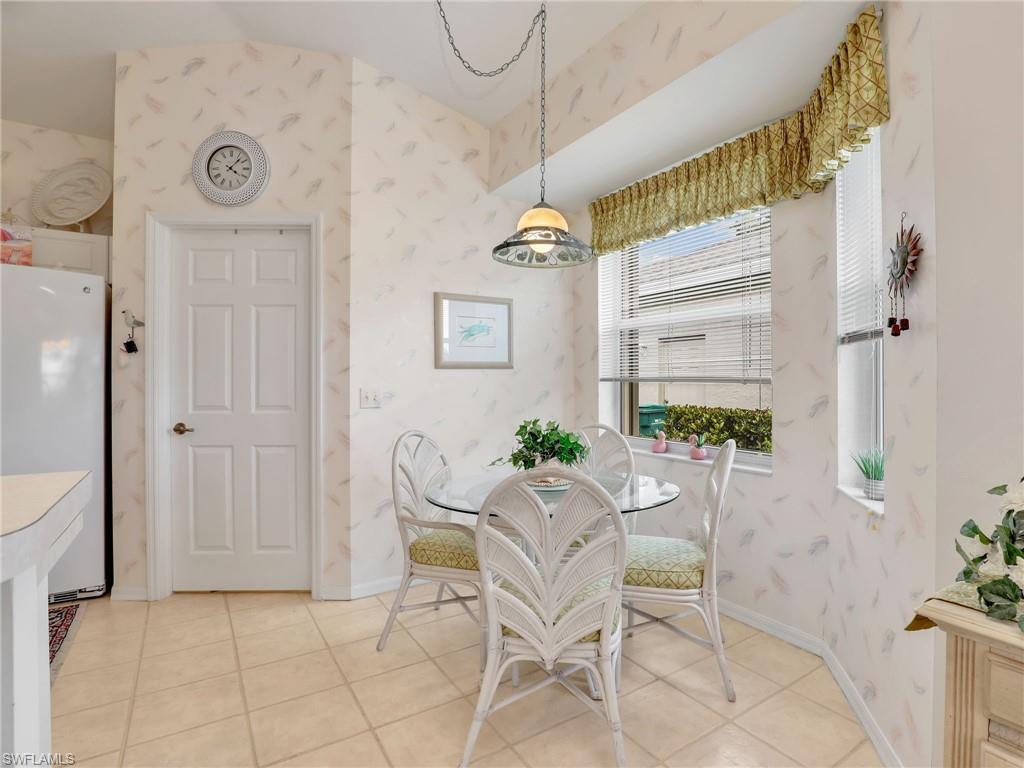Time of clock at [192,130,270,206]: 4:07
